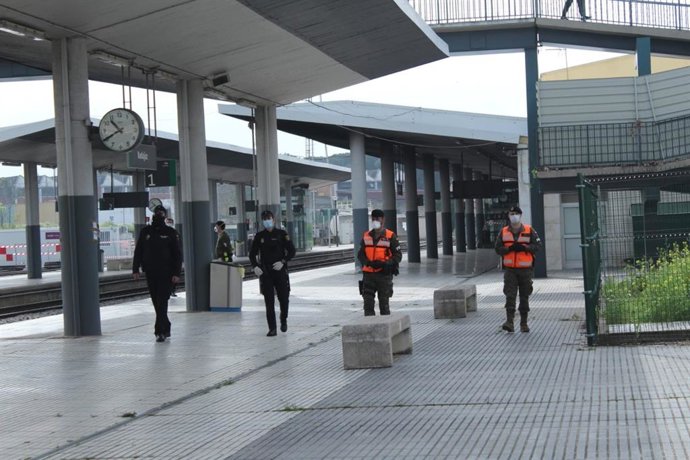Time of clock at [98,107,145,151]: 10:40
